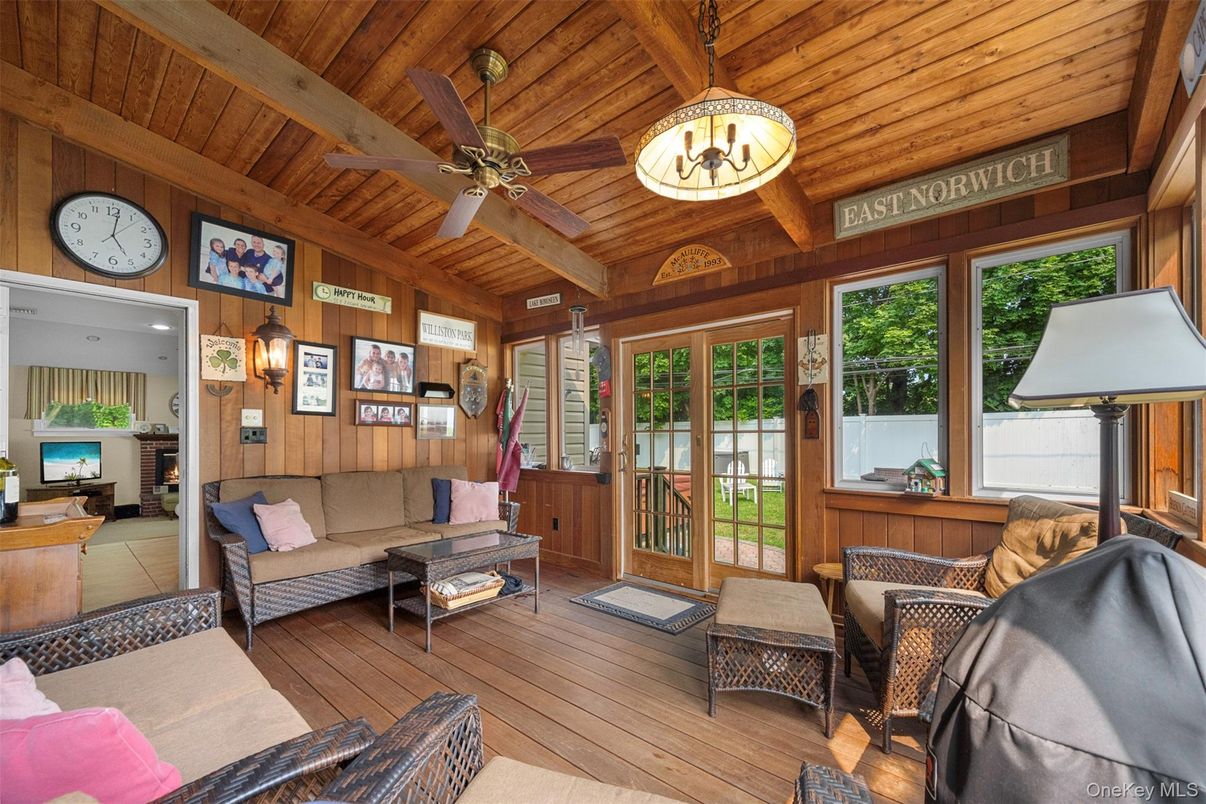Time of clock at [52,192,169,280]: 5:01
